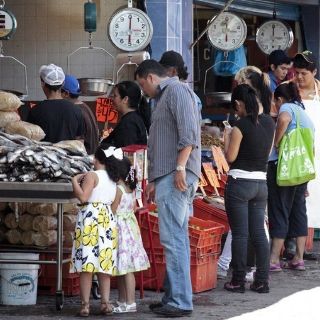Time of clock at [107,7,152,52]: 6:00
